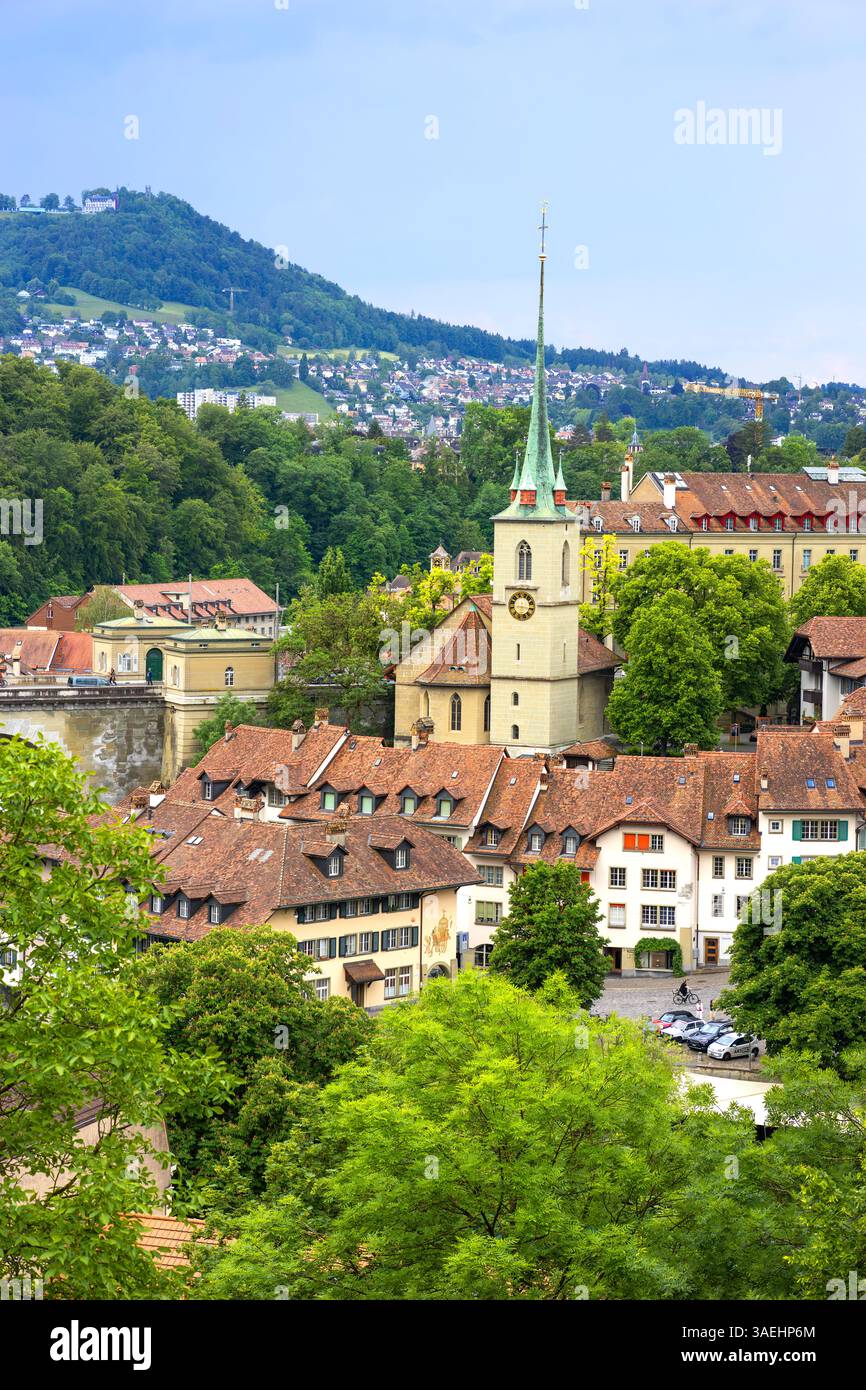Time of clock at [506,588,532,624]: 6:15
